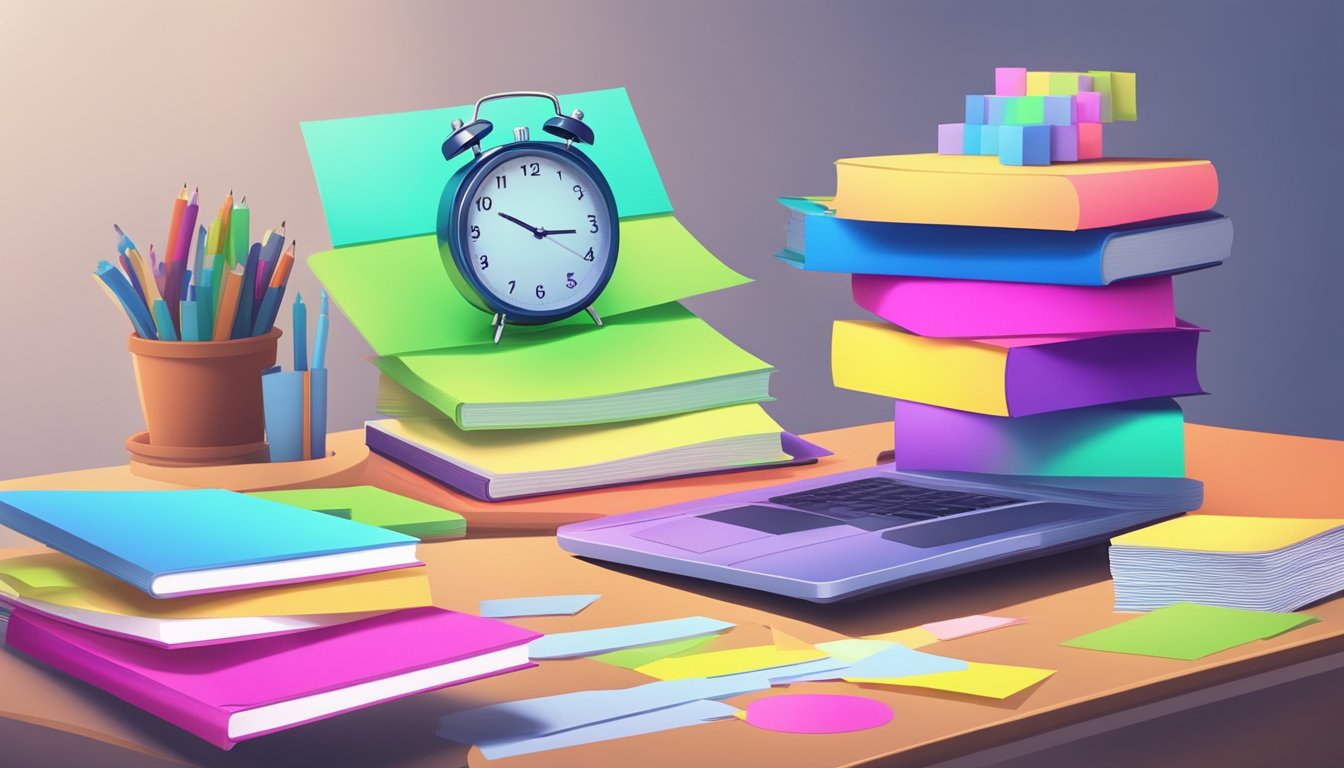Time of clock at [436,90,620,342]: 10:16
